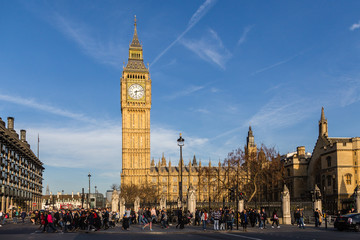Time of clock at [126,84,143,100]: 6:12
